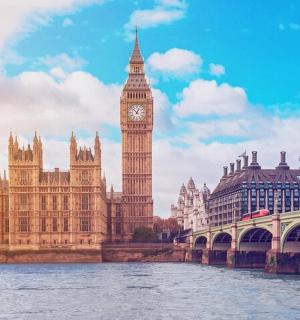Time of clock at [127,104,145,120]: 12:52
